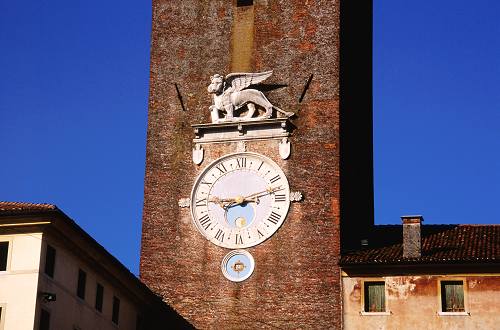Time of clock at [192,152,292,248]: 9:12
